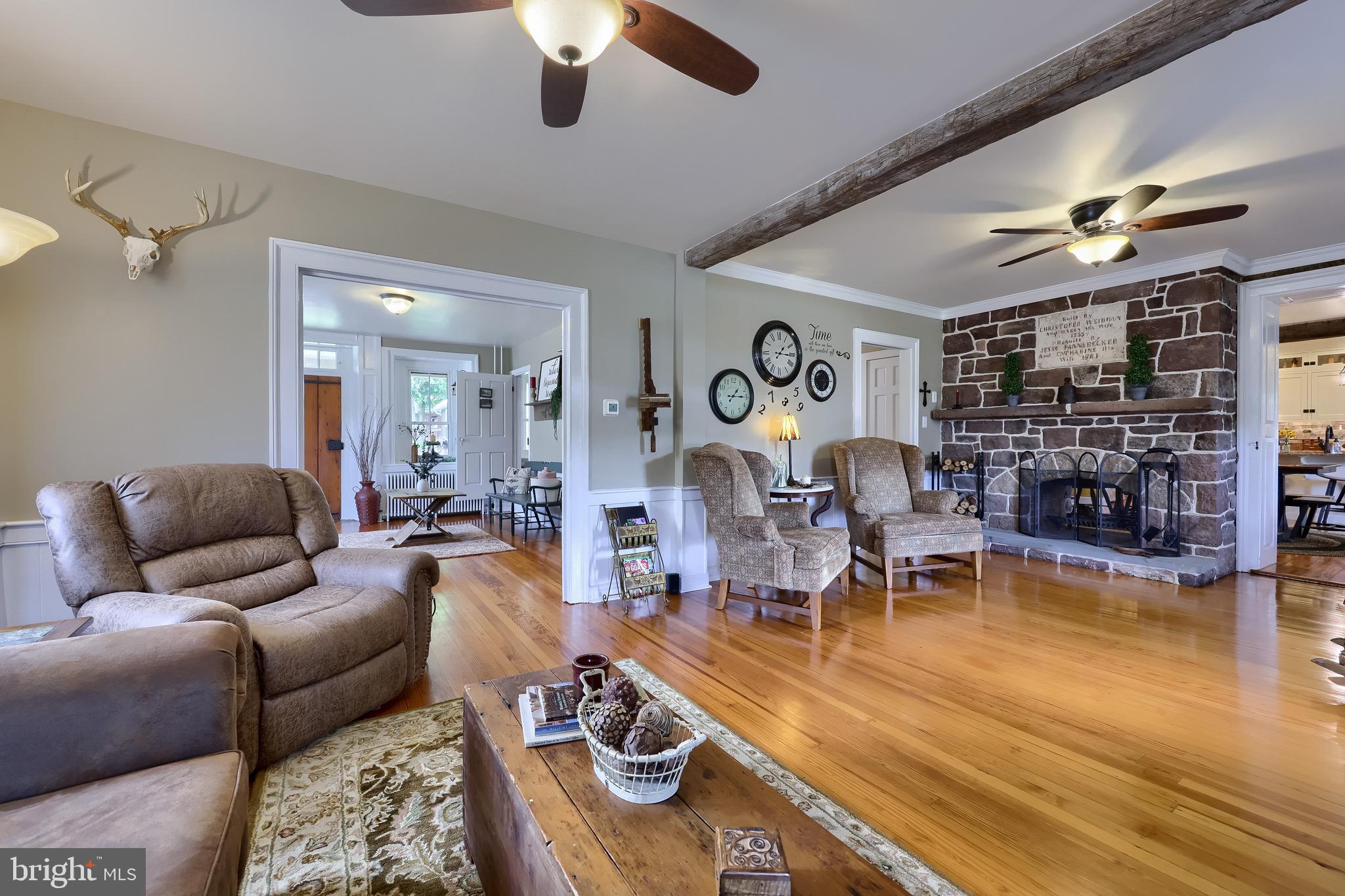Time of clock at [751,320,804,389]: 1:15
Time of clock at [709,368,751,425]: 1:14
